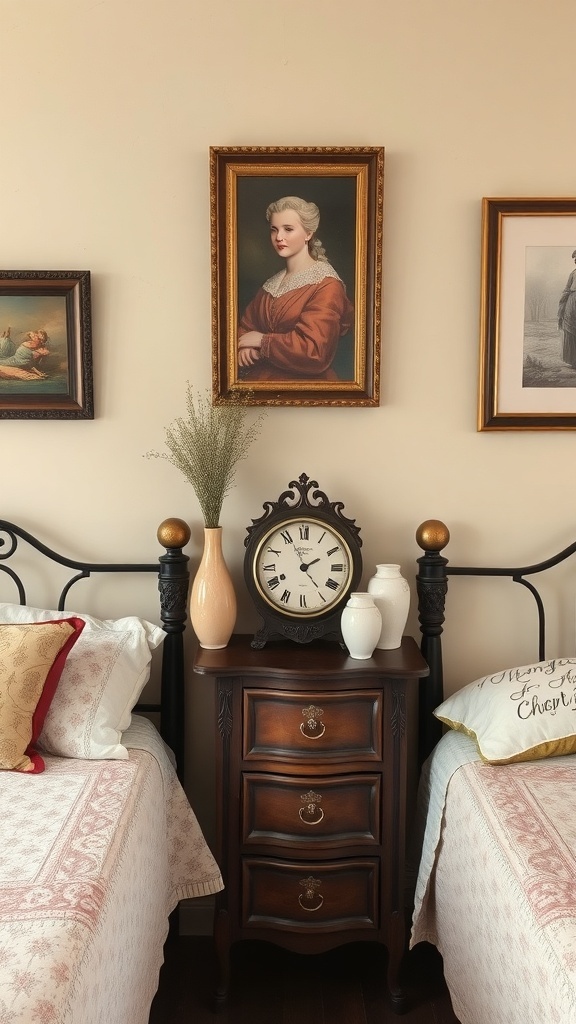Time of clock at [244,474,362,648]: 1:56
